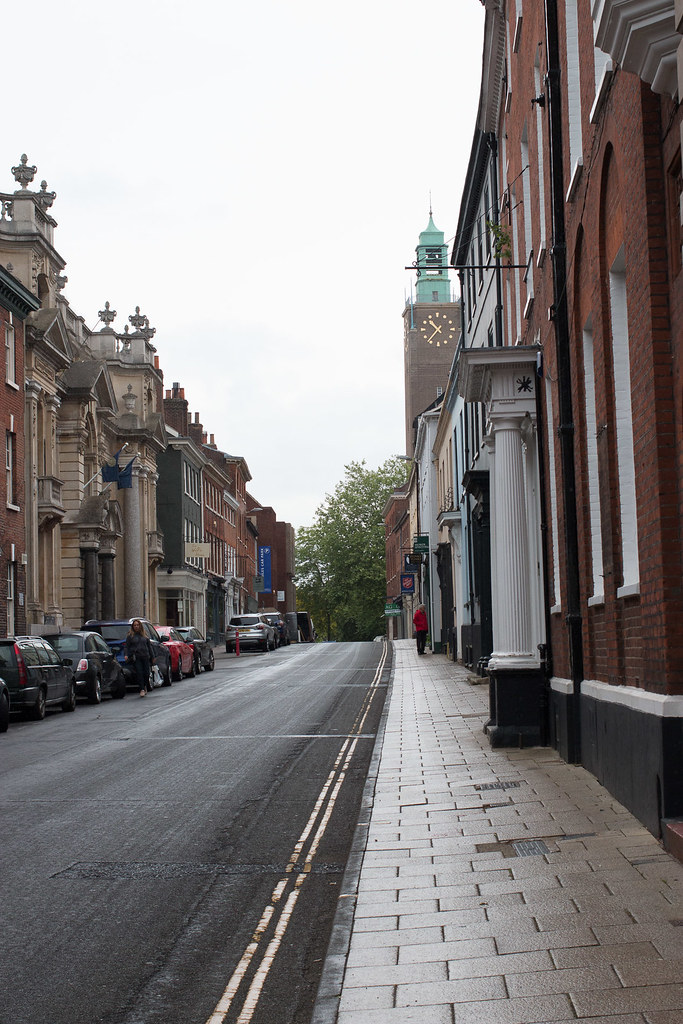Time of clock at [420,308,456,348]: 10:36
